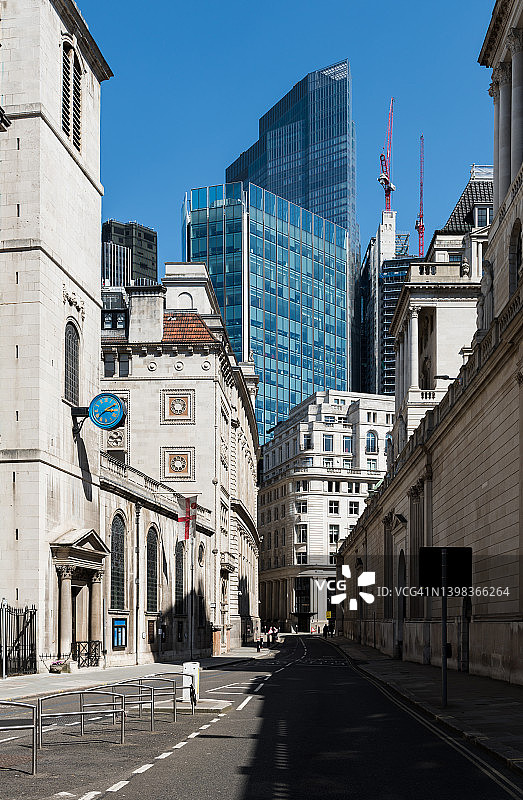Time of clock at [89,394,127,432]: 3:09
